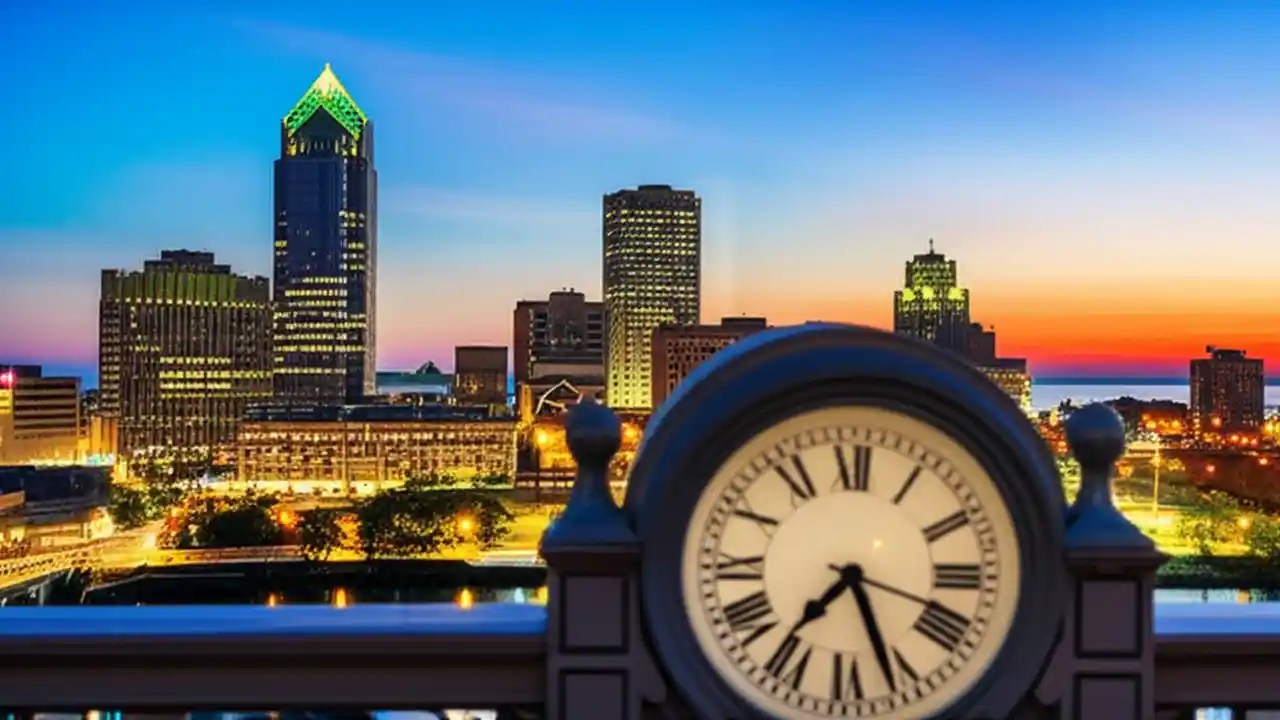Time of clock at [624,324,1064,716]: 7:26
